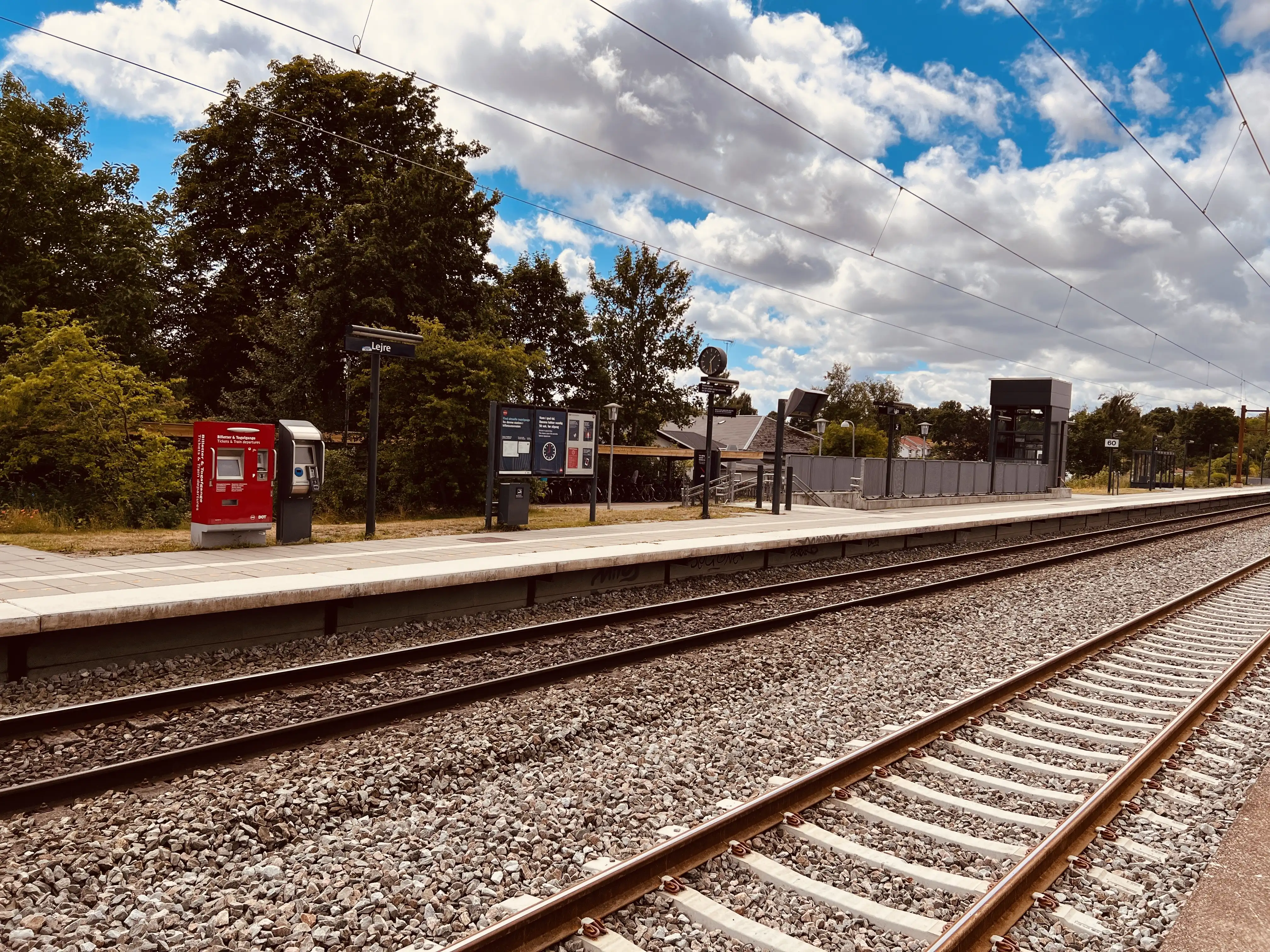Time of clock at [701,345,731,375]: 1:29
